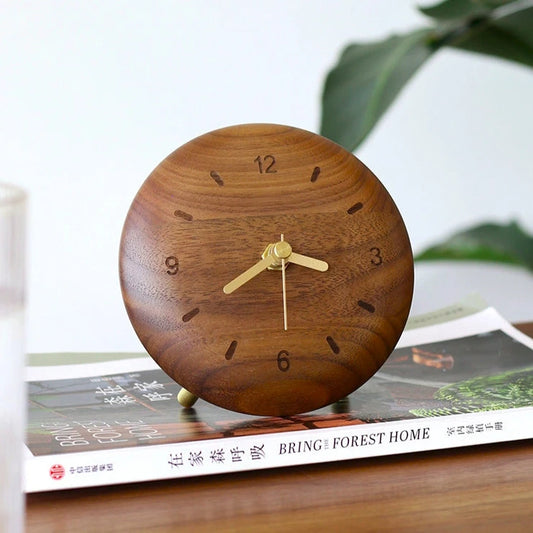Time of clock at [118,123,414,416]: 3:39
